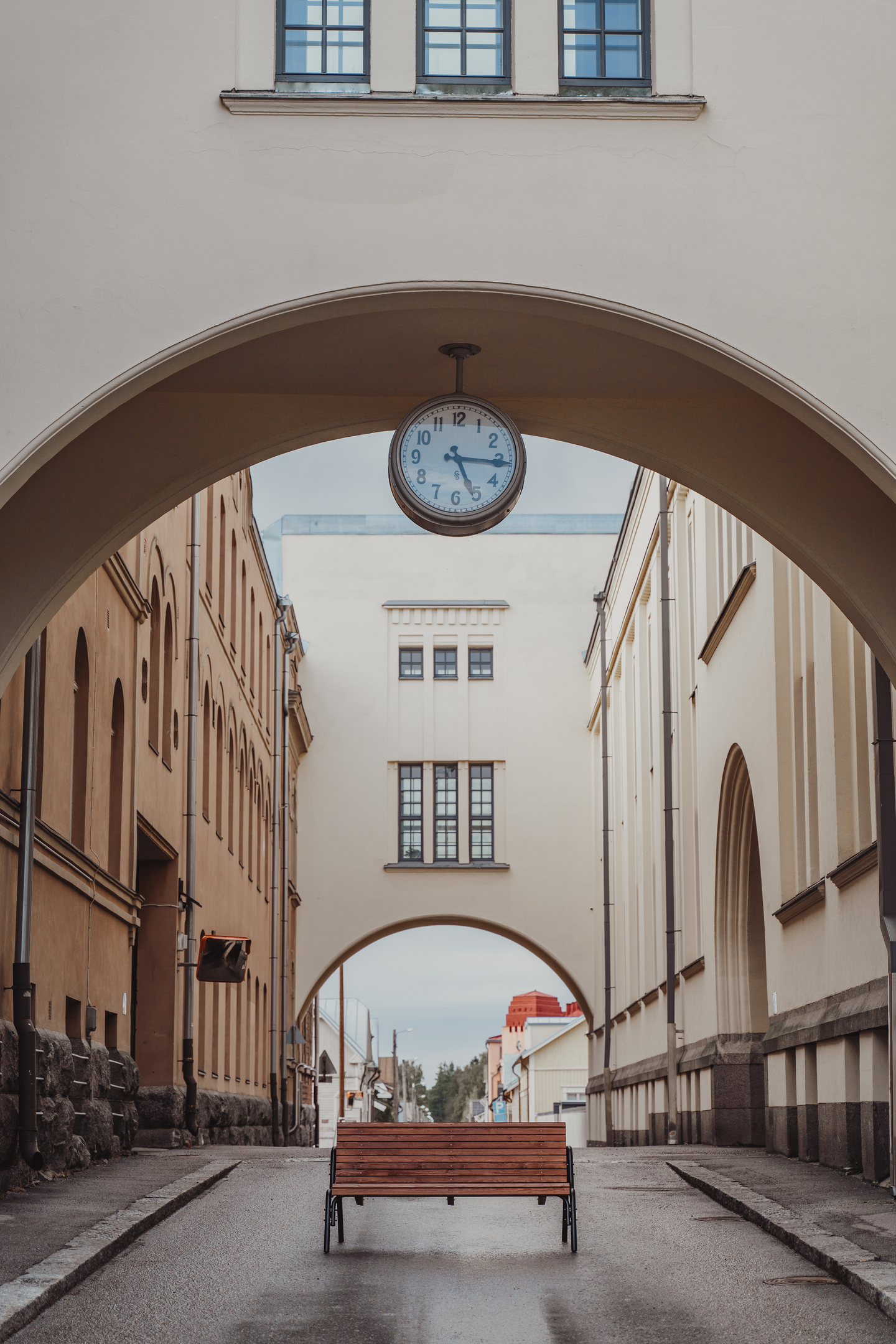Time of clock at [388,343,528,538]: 5:15
